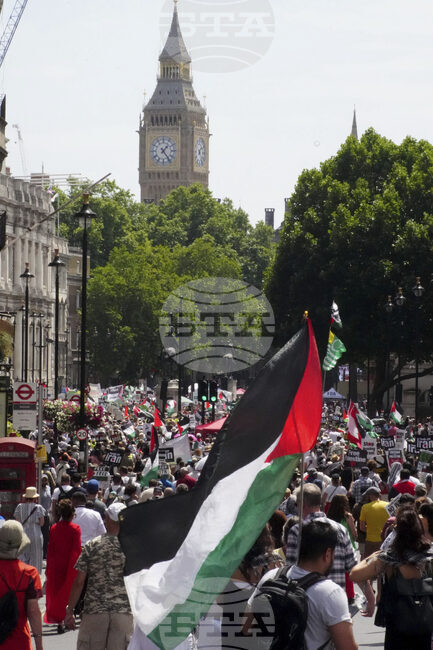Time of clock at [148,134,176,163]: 1:23
